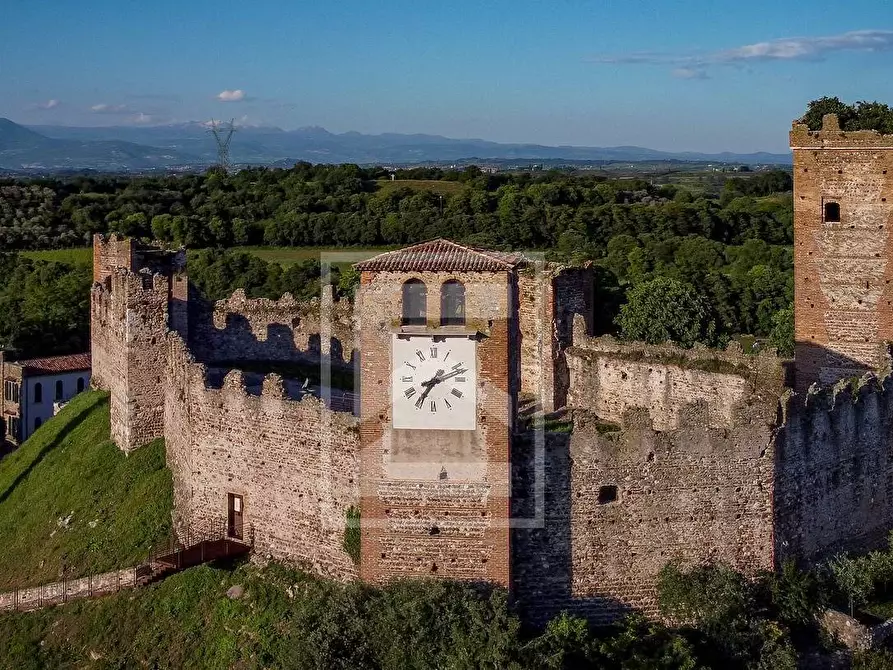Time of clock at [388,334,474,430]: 7:12
